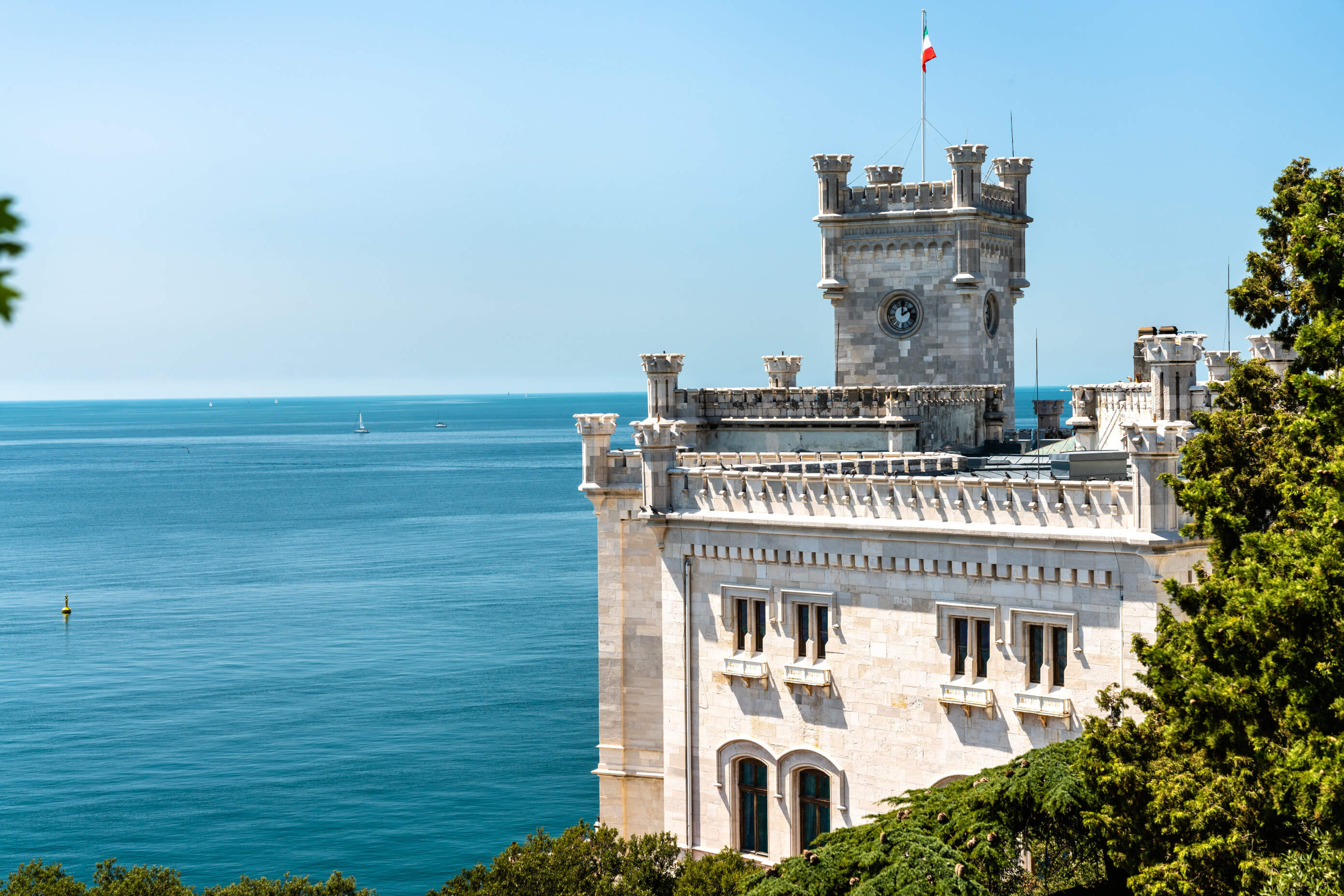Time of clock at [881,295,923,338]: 2:00
